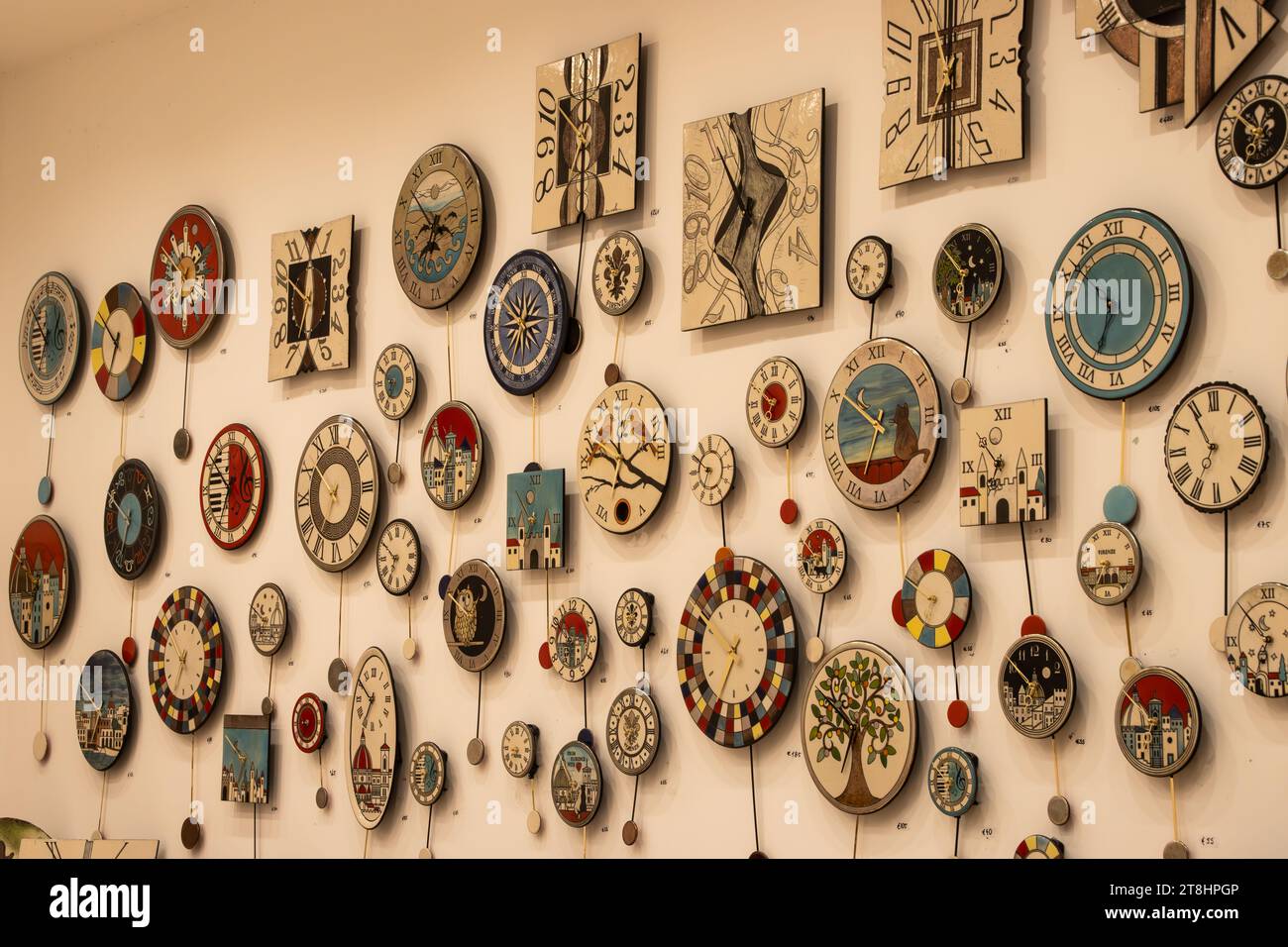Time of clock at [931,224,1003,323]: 5:51
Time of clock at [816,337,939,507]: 6:50
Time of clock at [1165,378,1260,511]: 6:54
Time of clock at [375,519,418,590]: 6:50
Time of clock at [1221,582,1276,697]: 6:52
